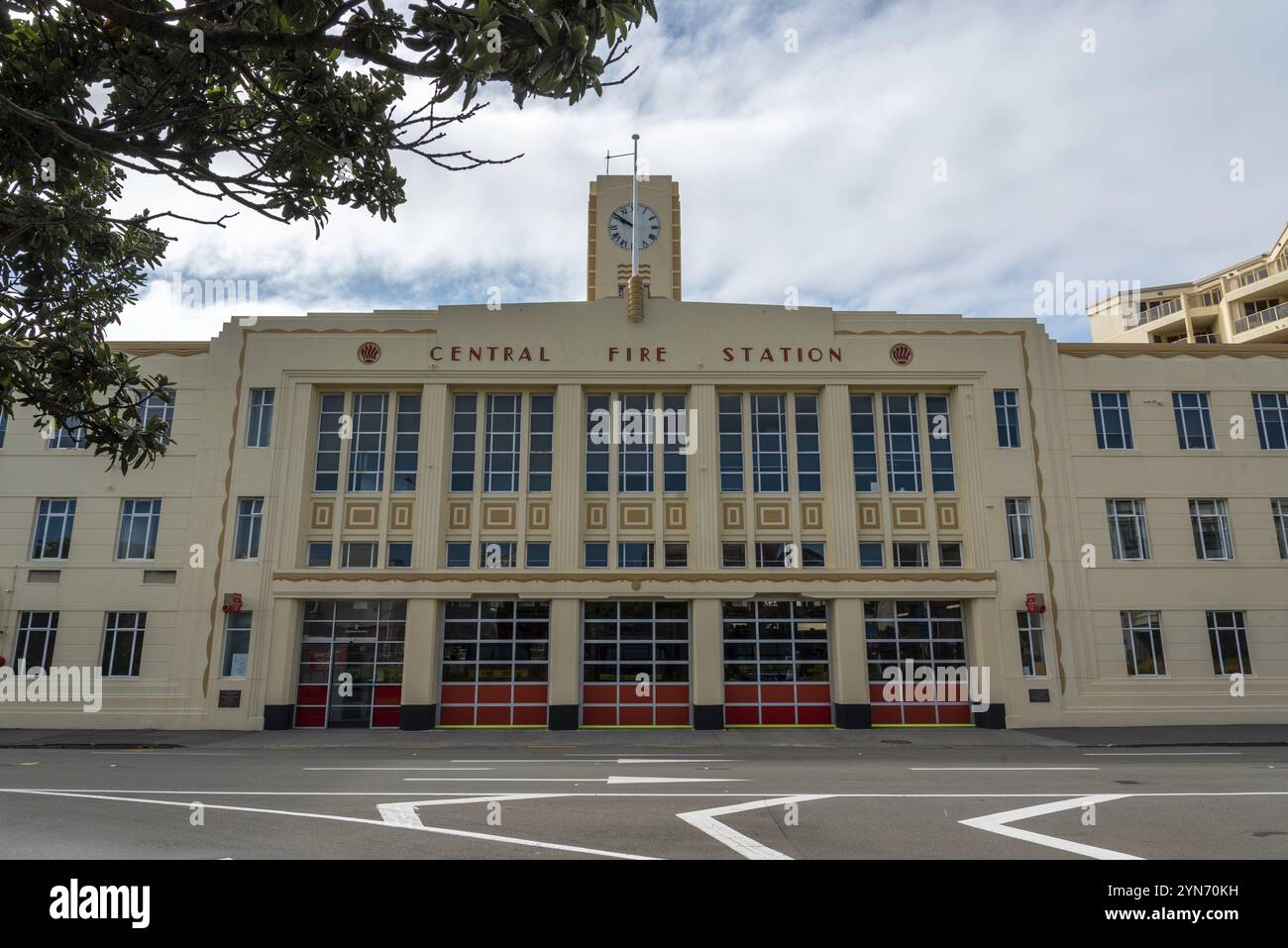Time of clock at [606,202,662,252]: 9:50
